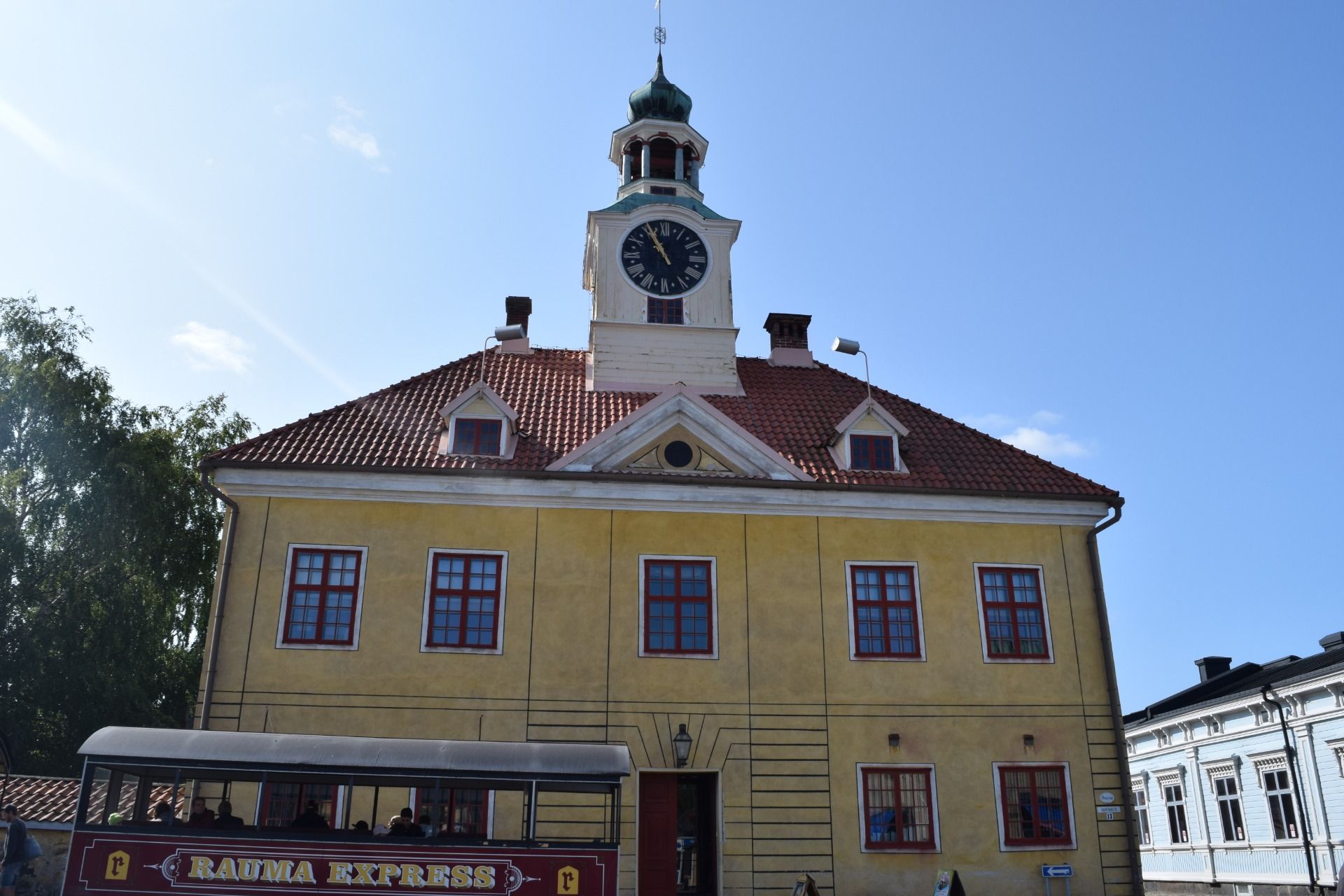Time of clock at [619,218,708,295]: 10:55
